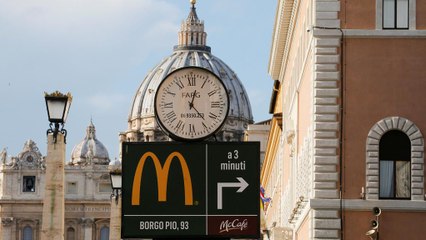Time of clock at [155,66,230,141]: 12:23
